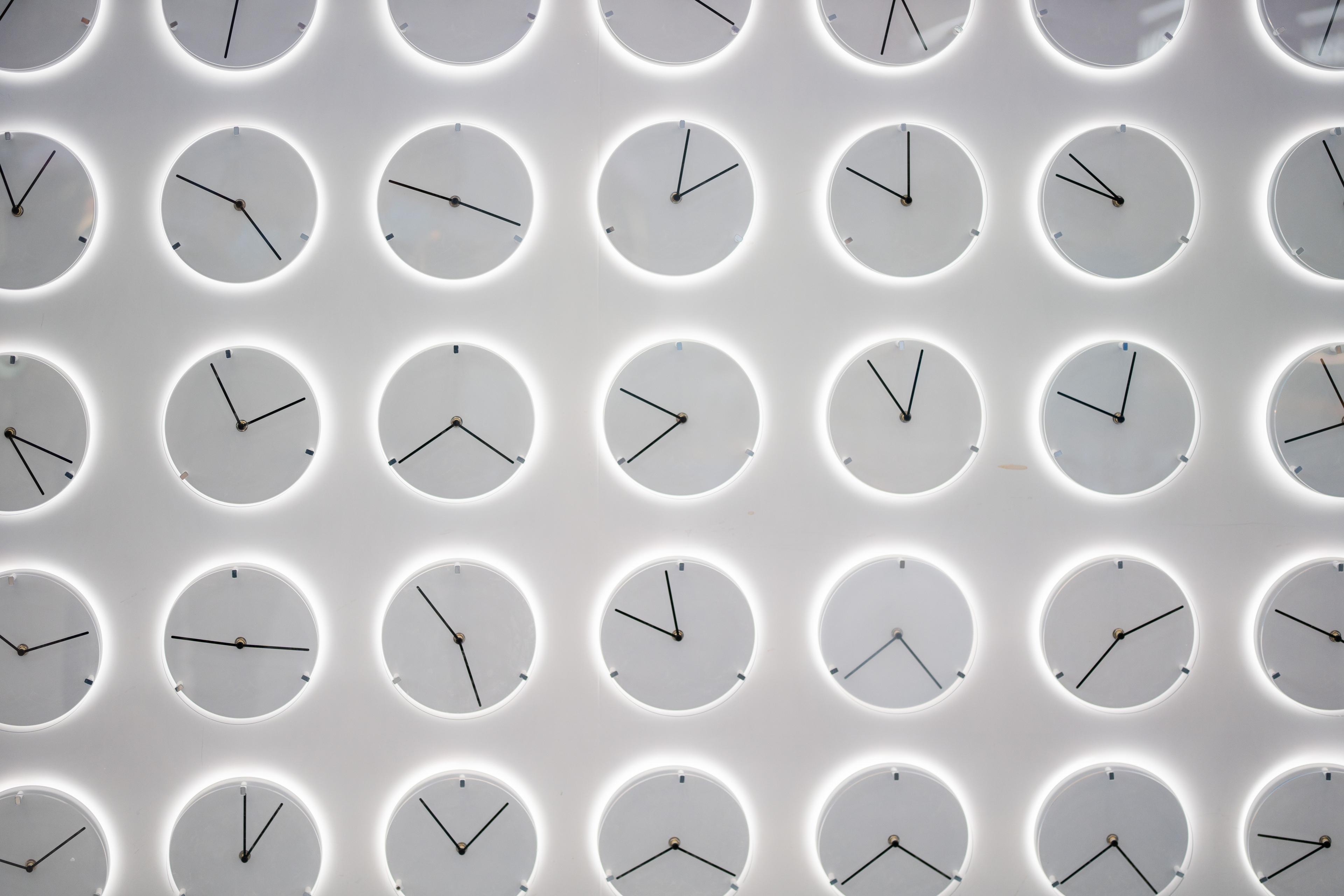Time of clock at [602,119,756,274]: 2:01
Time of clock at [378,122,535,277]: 9:17
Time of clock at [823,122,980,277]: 10:00
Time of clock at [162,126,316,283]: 4:49
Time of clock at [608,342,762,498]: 7:49
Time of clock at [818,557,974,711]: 4:38
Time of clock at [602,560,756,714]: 9:57
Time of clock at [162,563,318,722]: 9:15
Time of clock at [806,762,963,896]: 7:20
